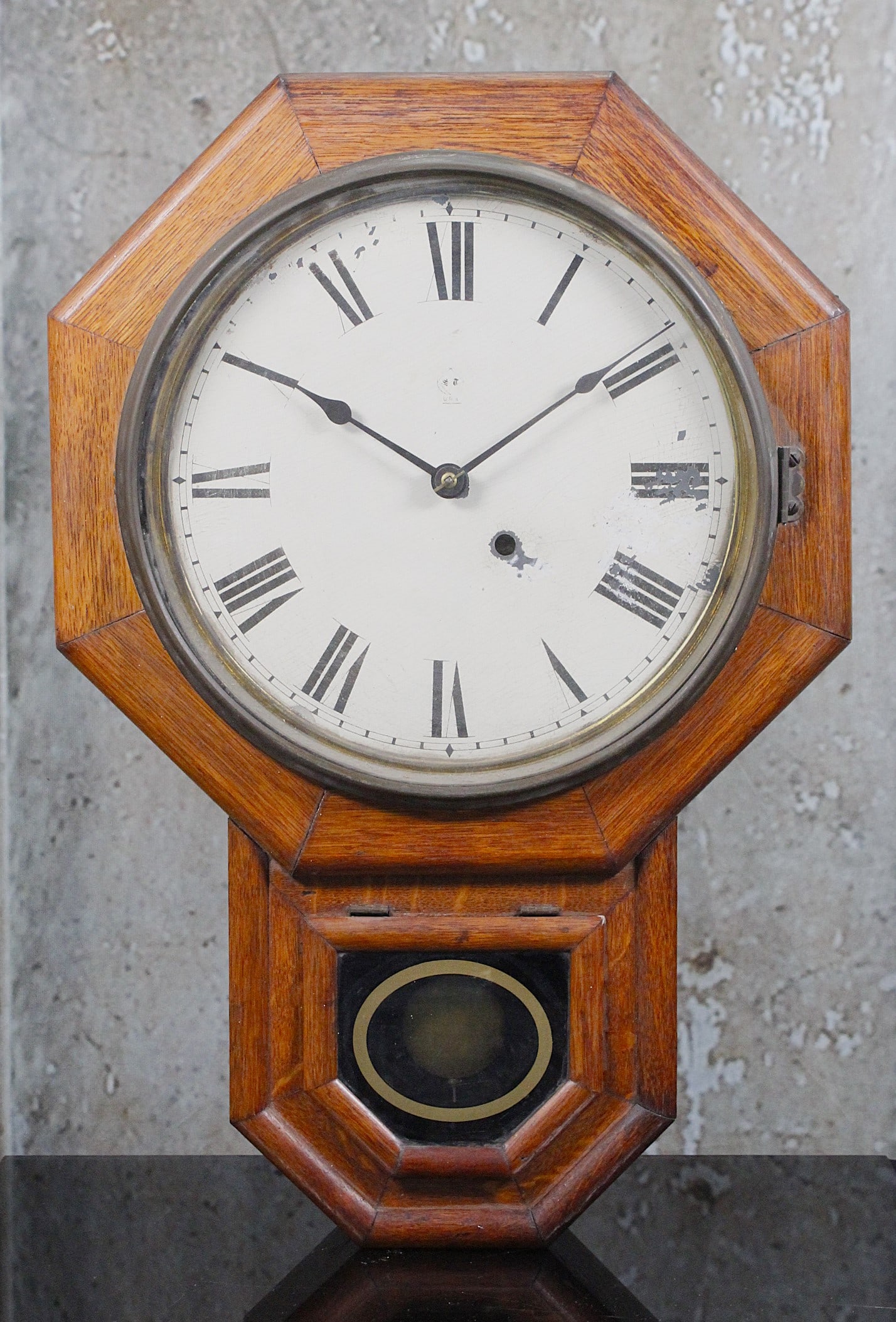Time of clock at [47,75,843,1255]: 1:50
